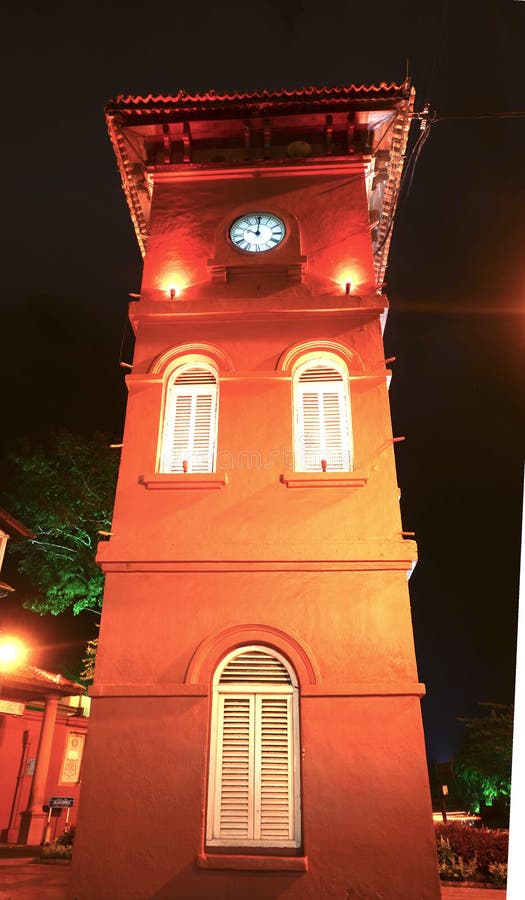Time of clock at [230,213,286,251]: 10:00
